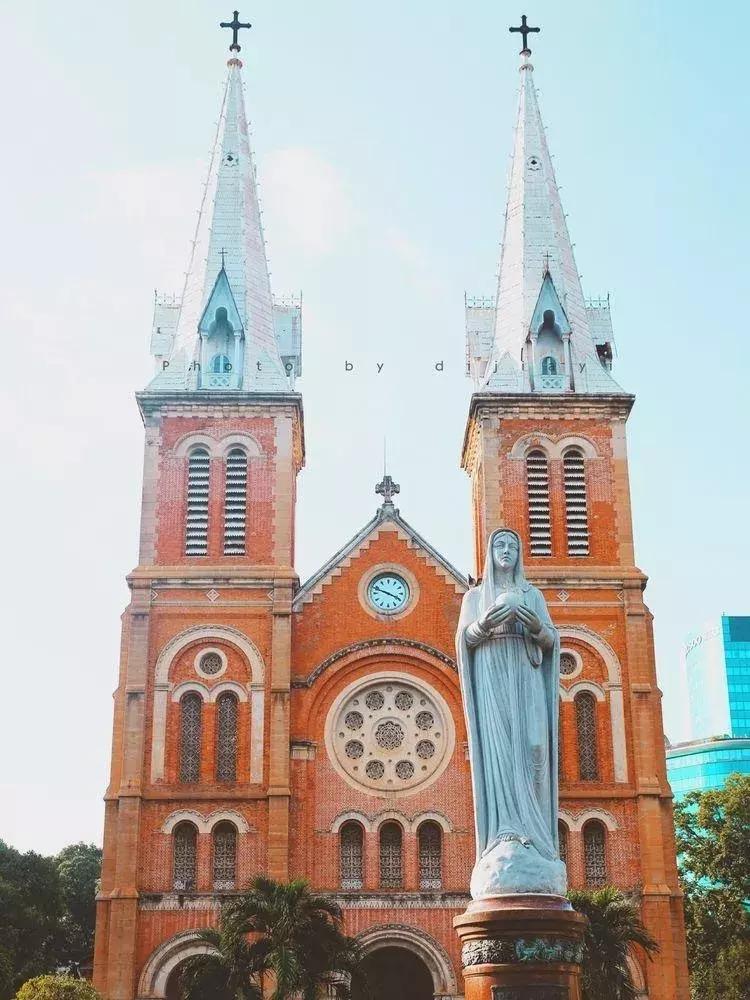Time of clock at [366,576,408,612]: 3:48
